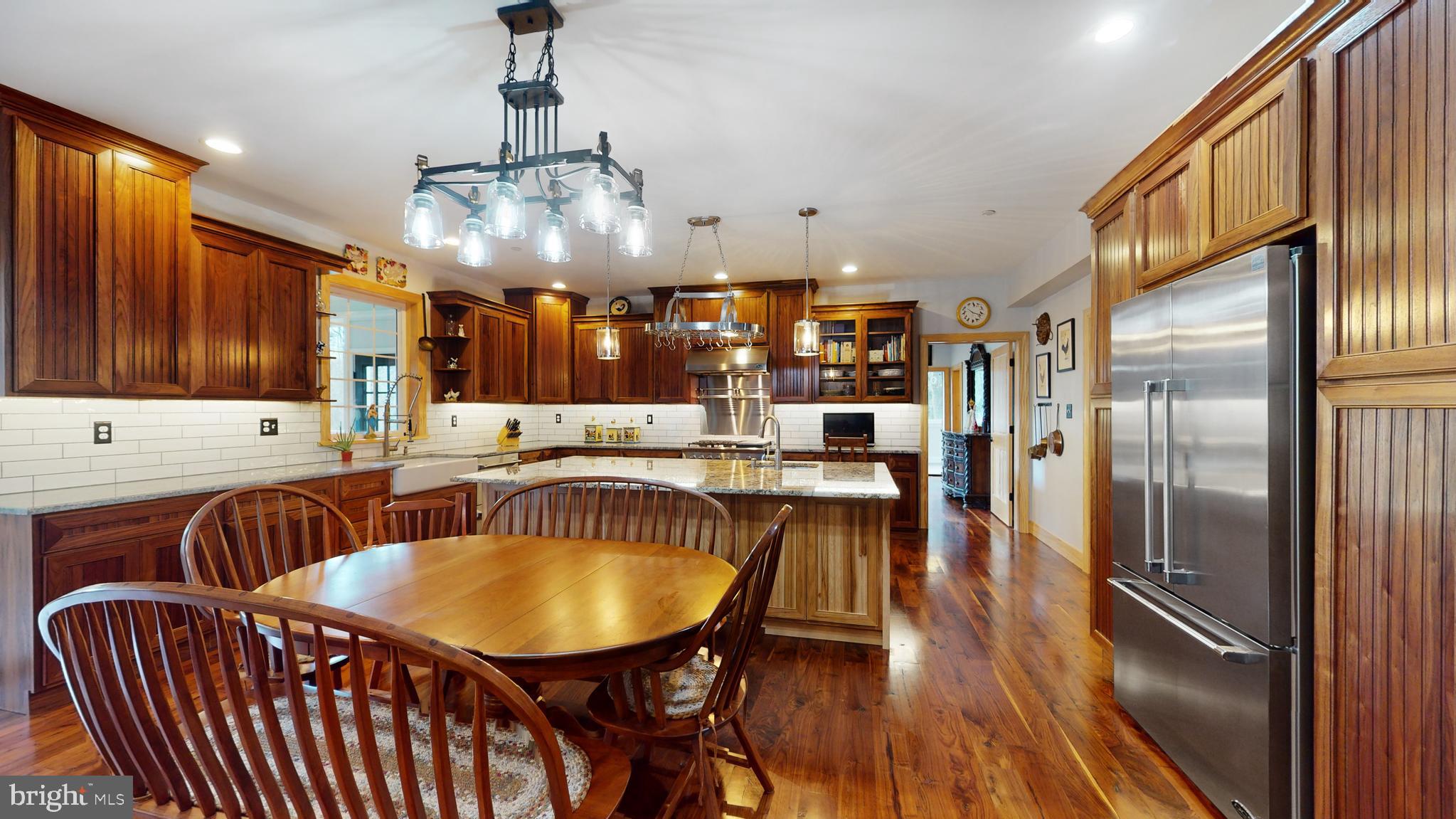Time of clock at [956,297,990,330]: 10:17
